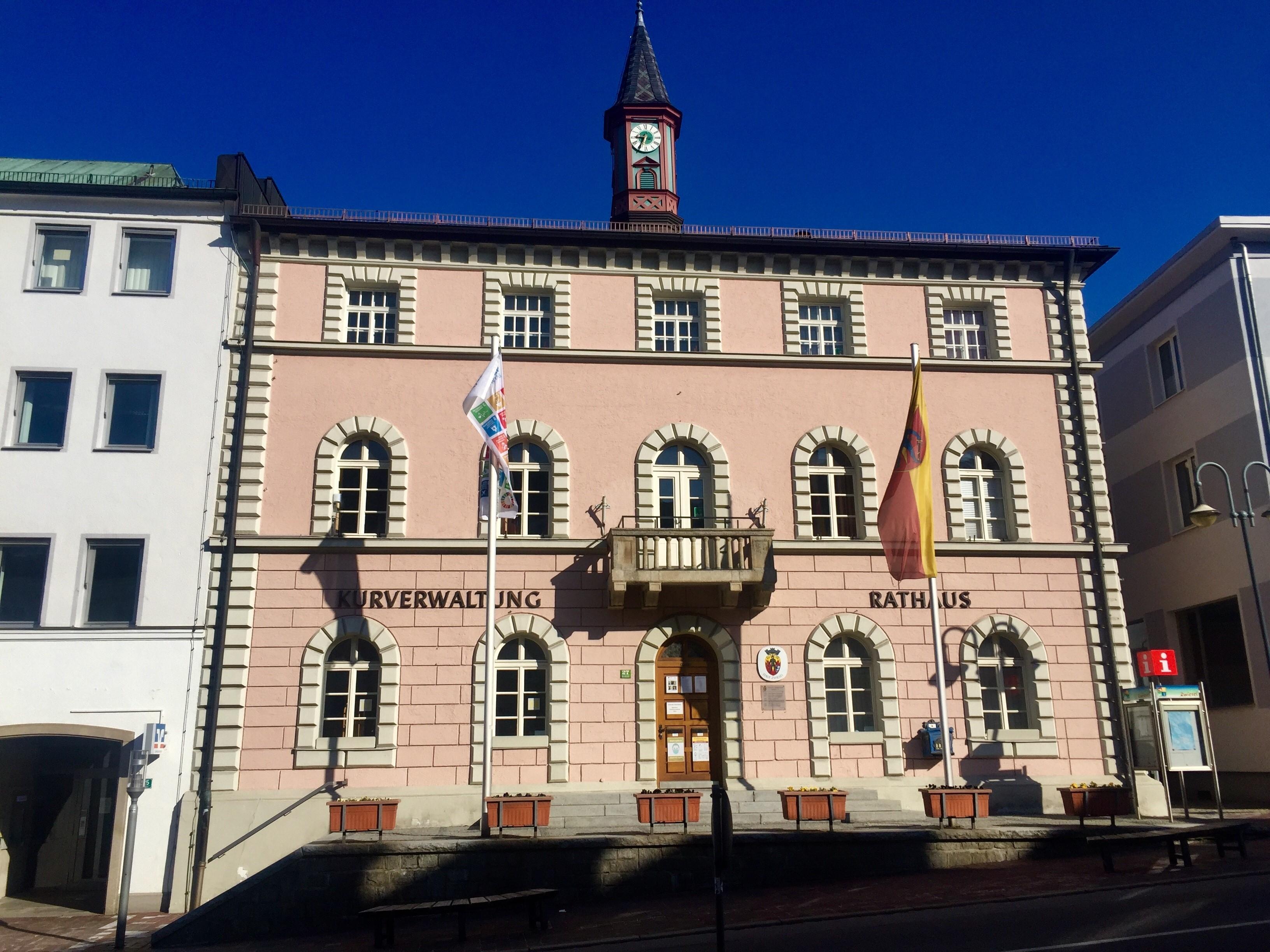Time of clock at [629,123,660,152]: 8:34
